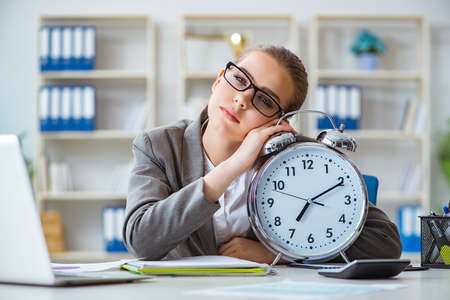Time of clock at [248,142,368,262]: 7:10
